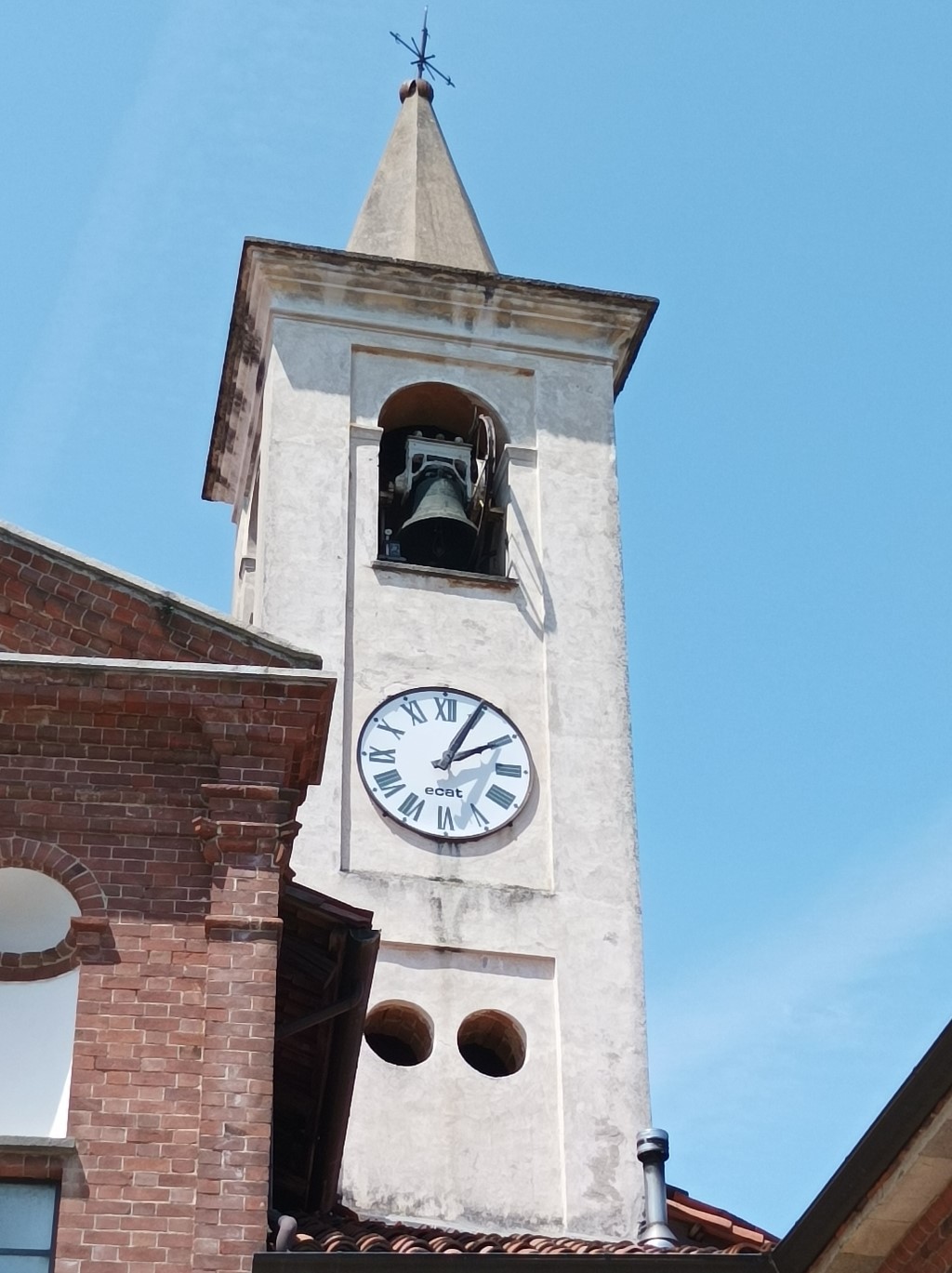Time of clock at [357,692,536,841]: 2:04
